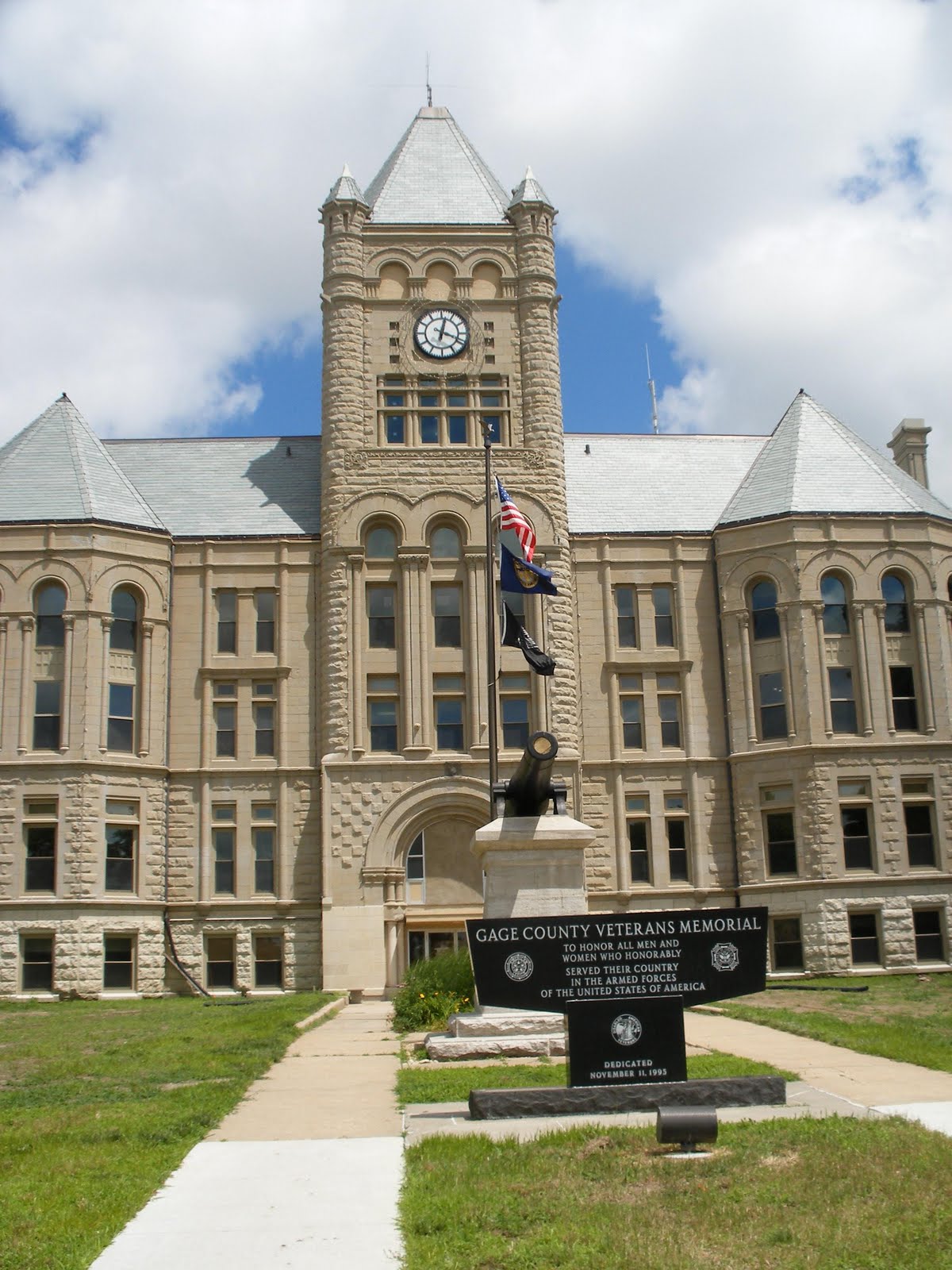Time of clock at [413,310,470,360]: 12:18
